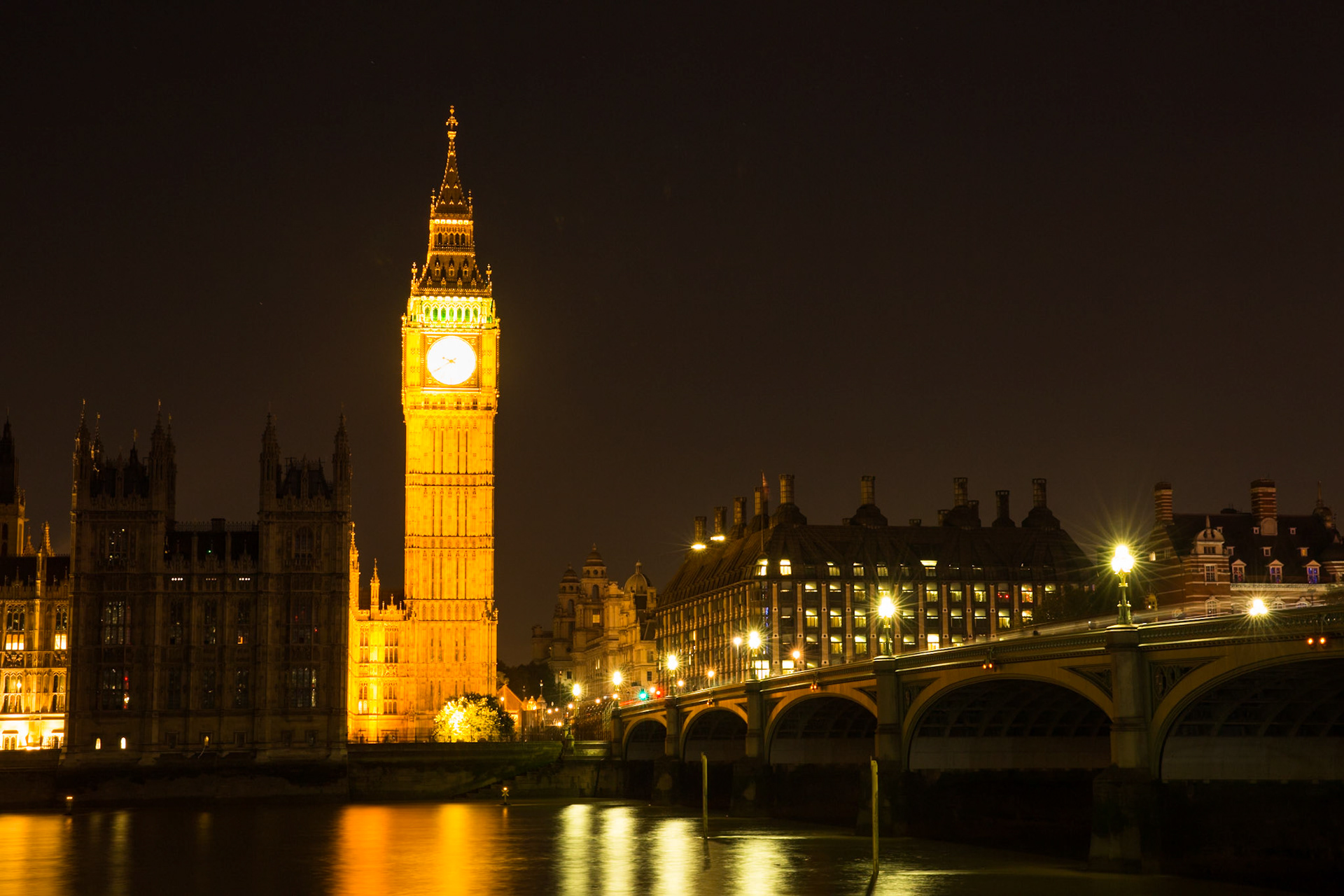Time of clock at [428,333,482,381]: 9:39
